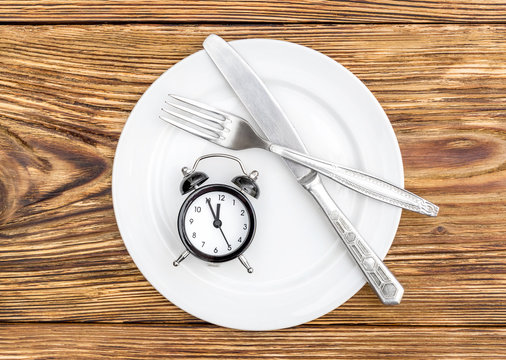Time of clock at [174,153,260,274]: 11:55
